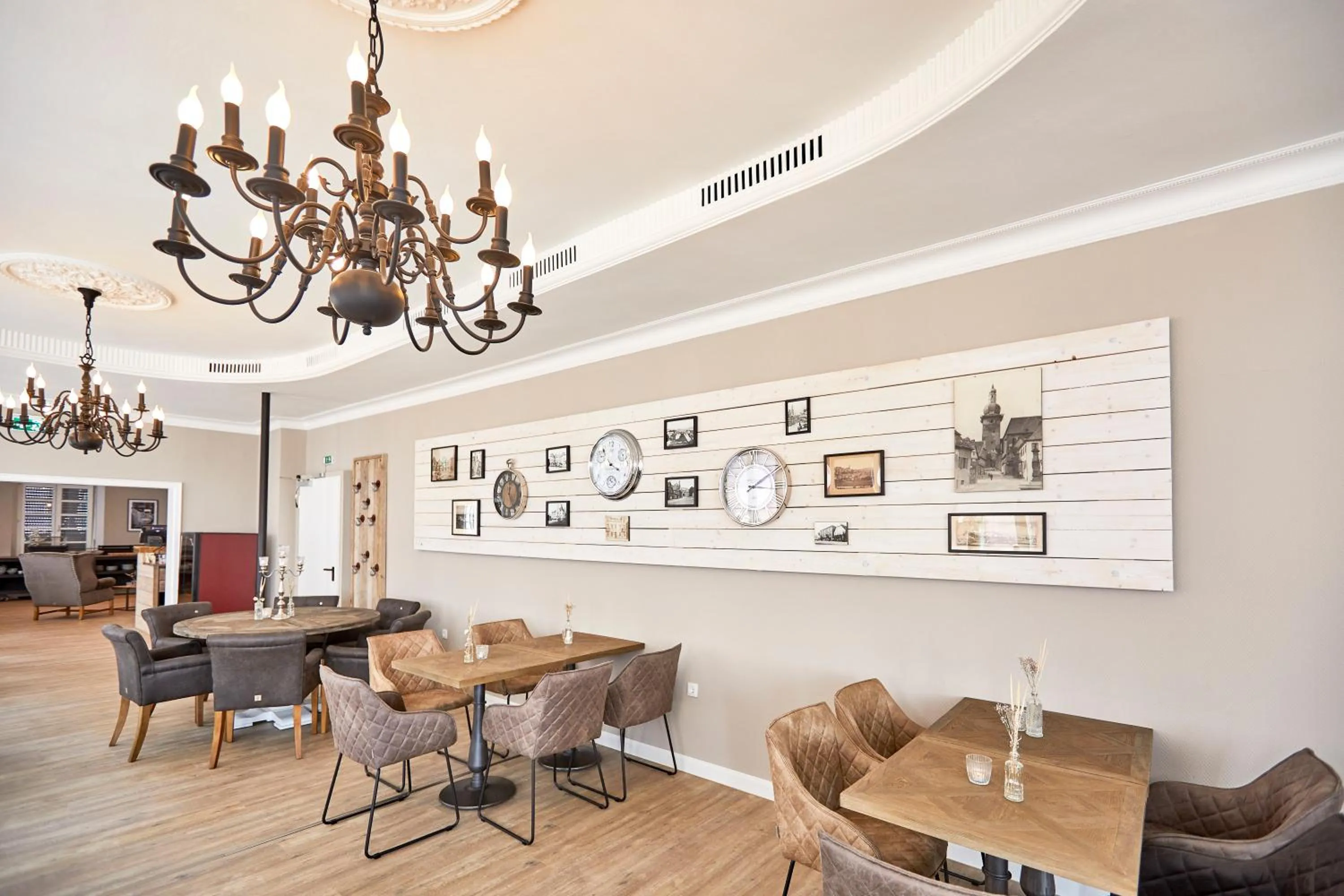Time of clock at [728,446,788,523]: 3:09
